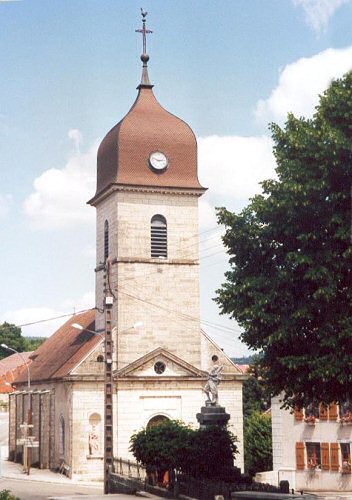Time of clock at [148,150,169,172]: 2:48
